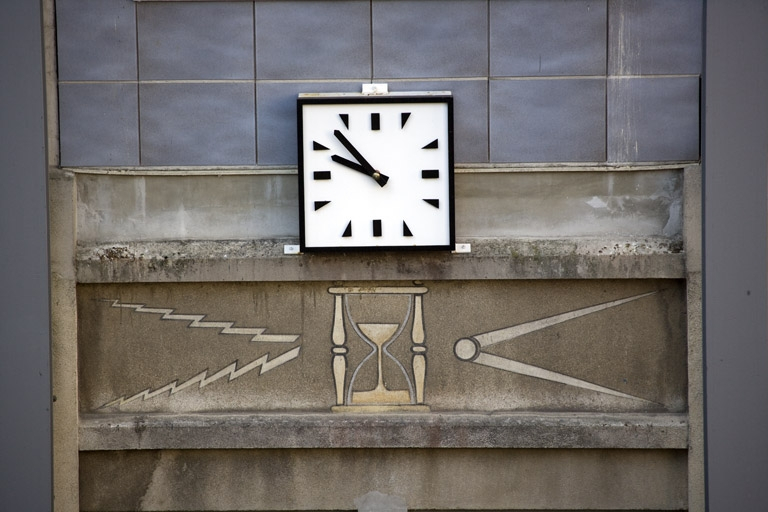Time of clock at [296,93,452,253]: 9:52
